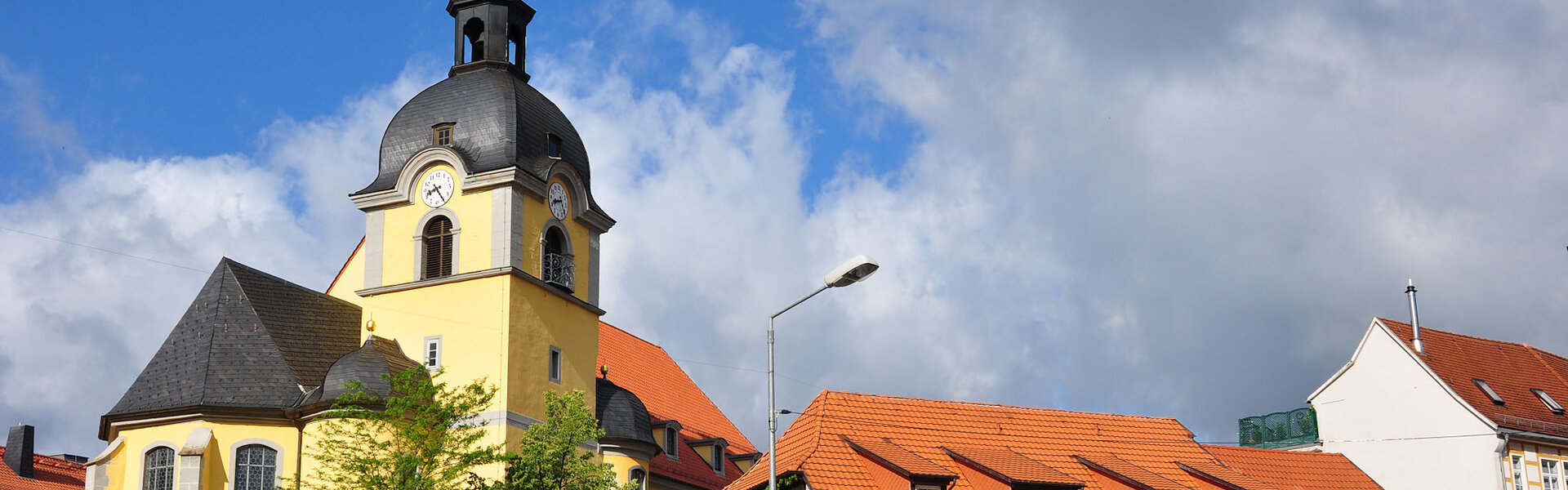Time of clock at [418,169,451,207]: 8:24
